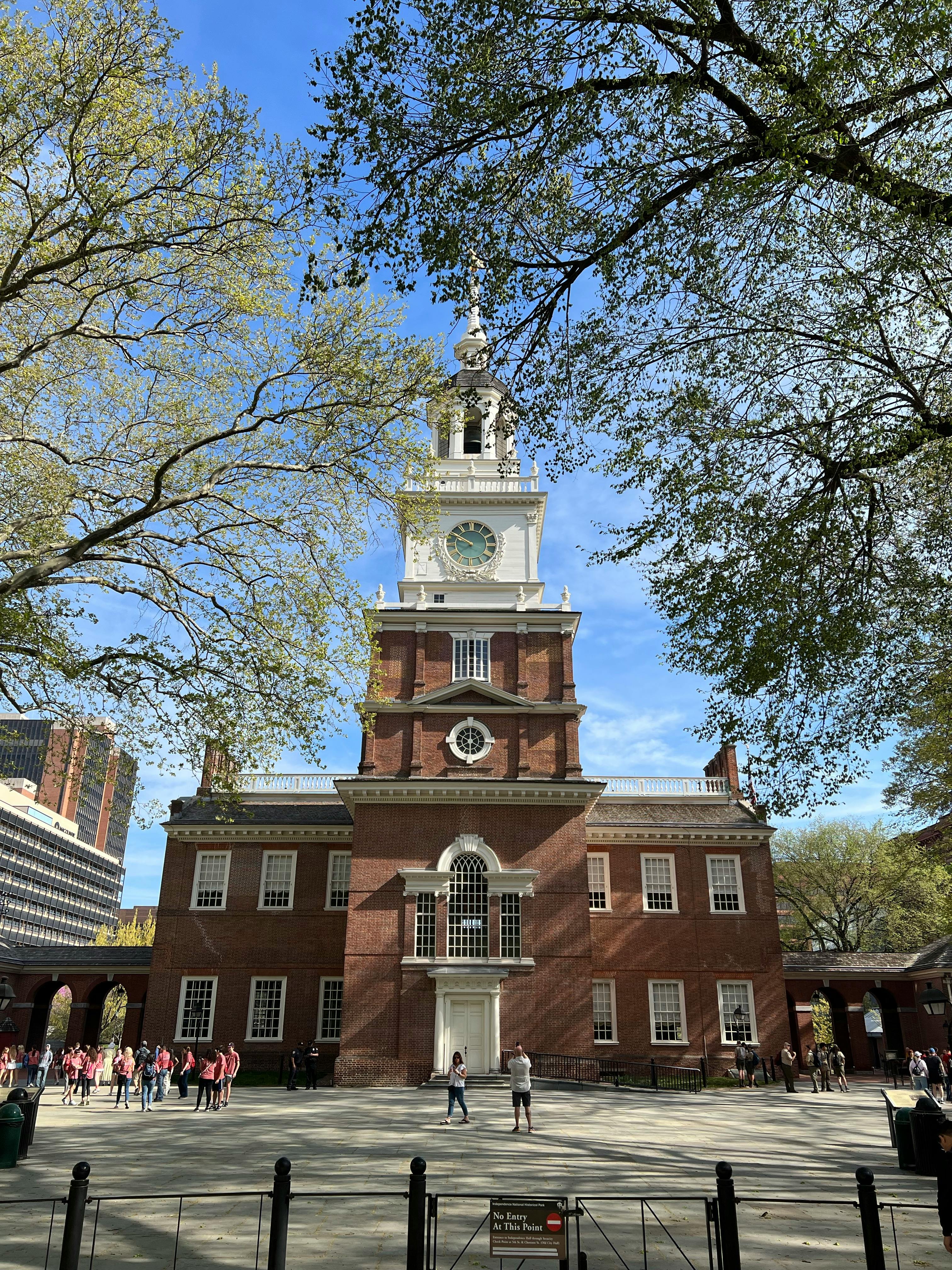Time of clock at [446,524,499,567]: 9:50
